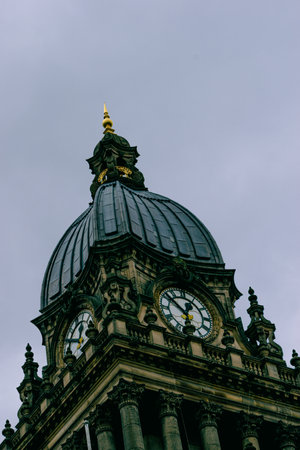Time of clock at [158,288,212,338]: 12:52
